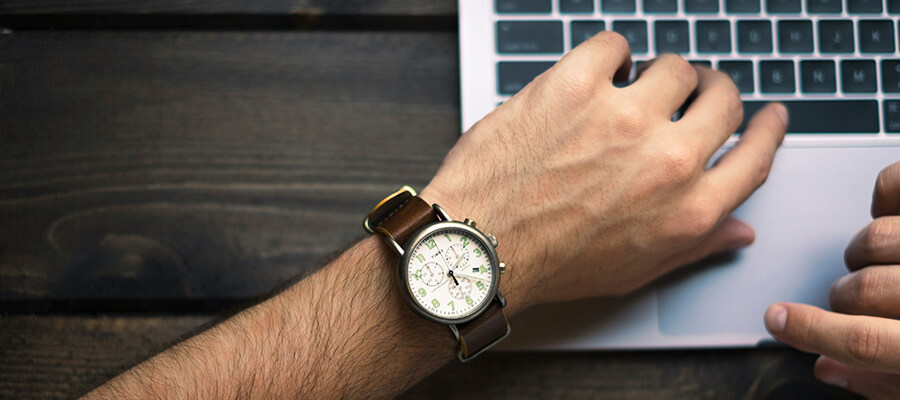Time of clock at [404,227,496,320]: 5:06
